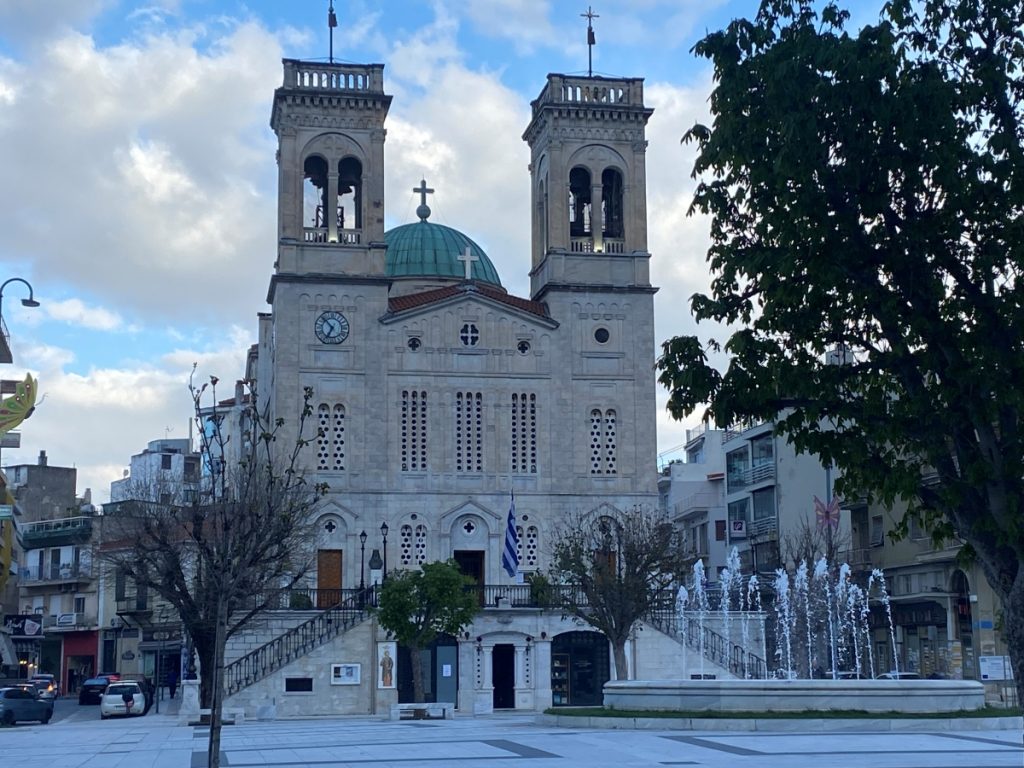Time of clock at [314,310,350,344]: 6:52
